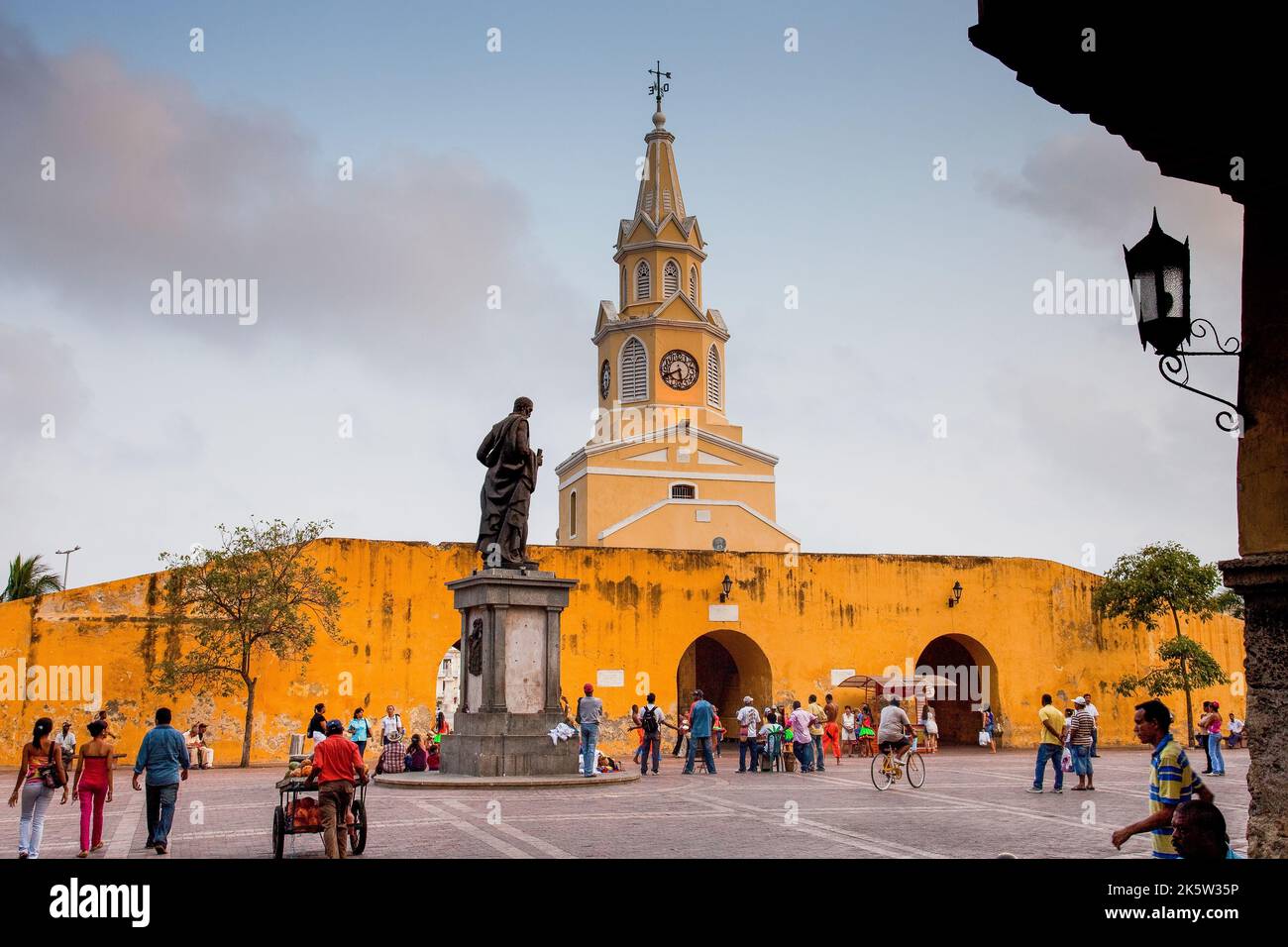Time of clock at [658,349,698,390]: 5:40
